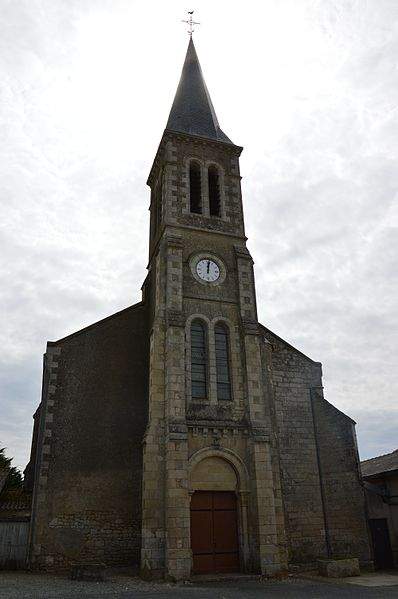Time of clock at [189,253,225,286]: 12:01
